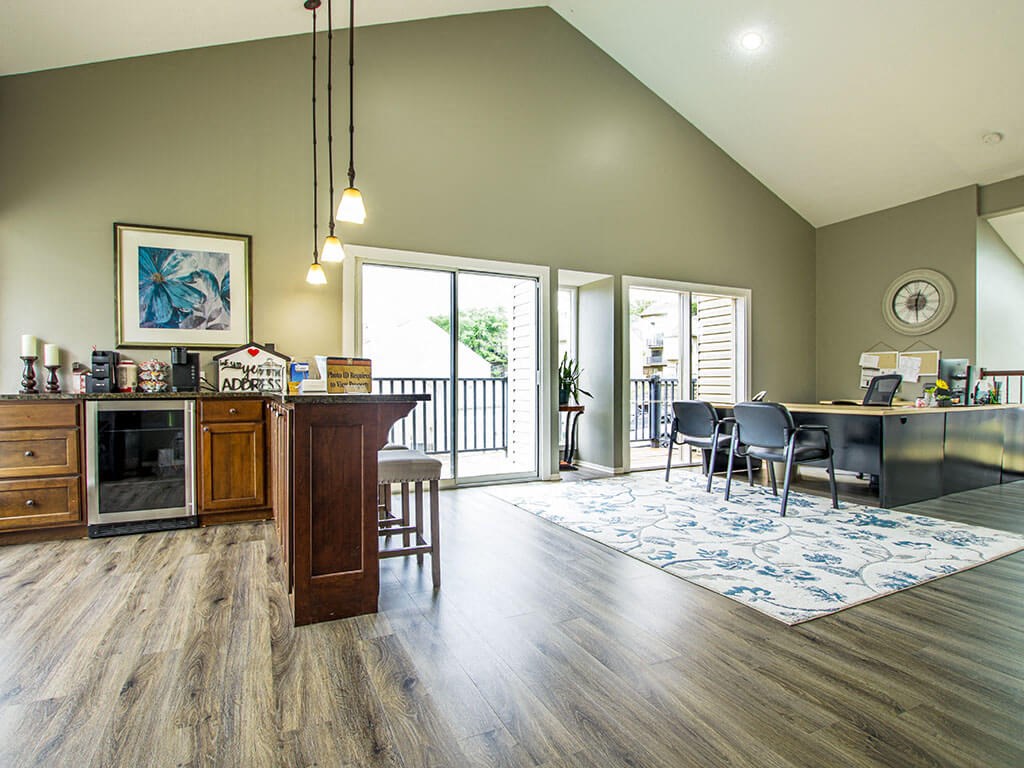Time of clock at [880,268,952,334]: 12:28
